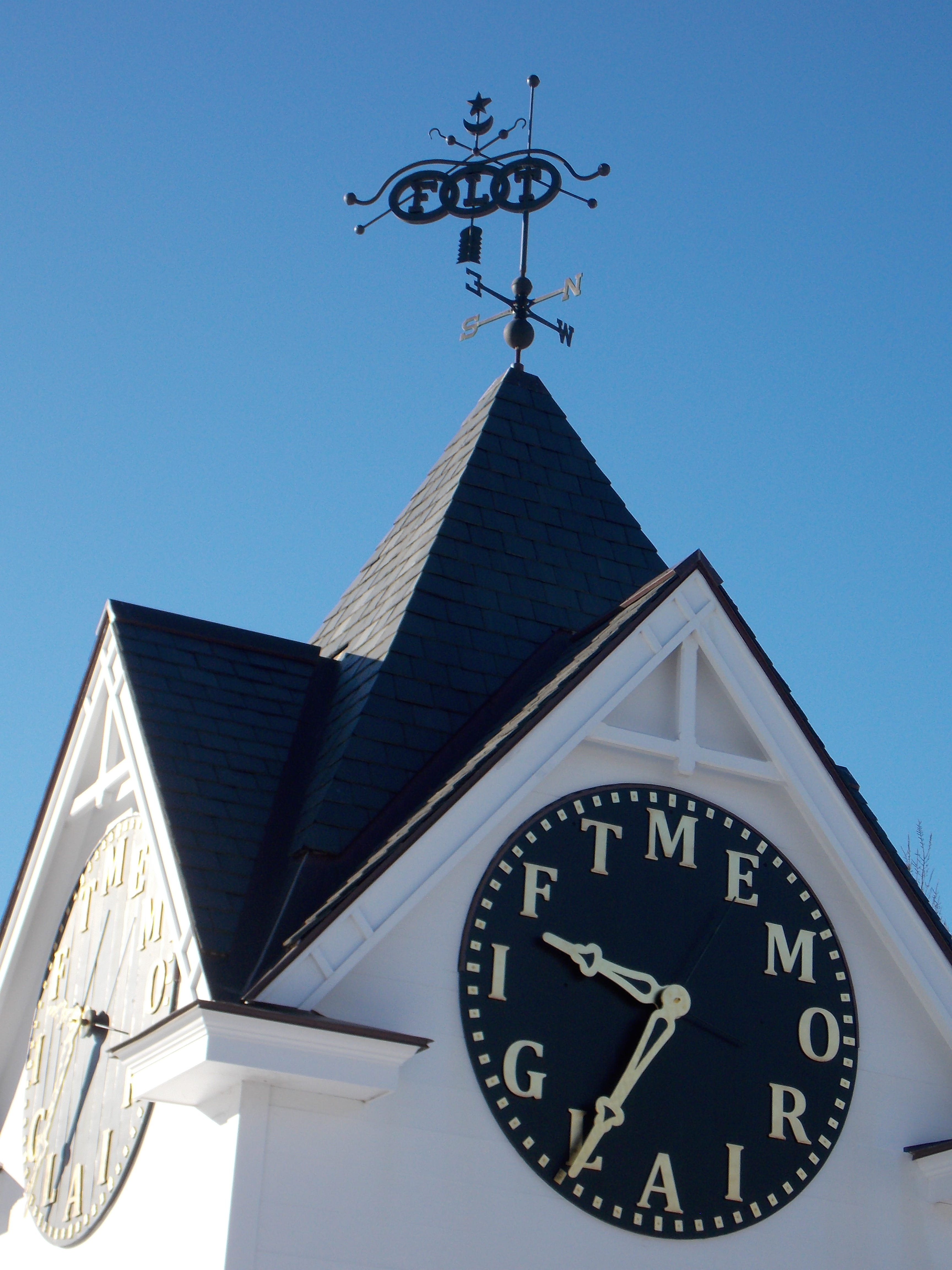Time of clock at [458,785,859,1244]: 9:34
